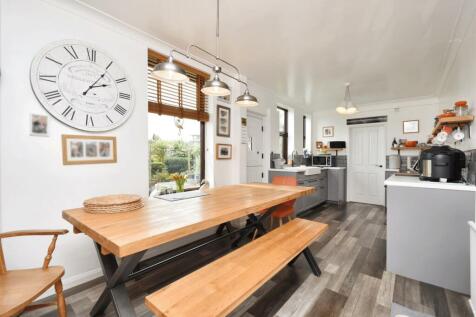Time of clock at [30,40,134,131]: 2:05
